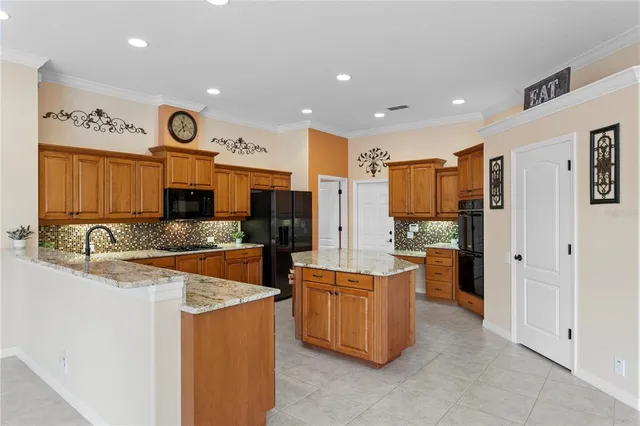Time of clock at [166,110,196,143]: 11:36
